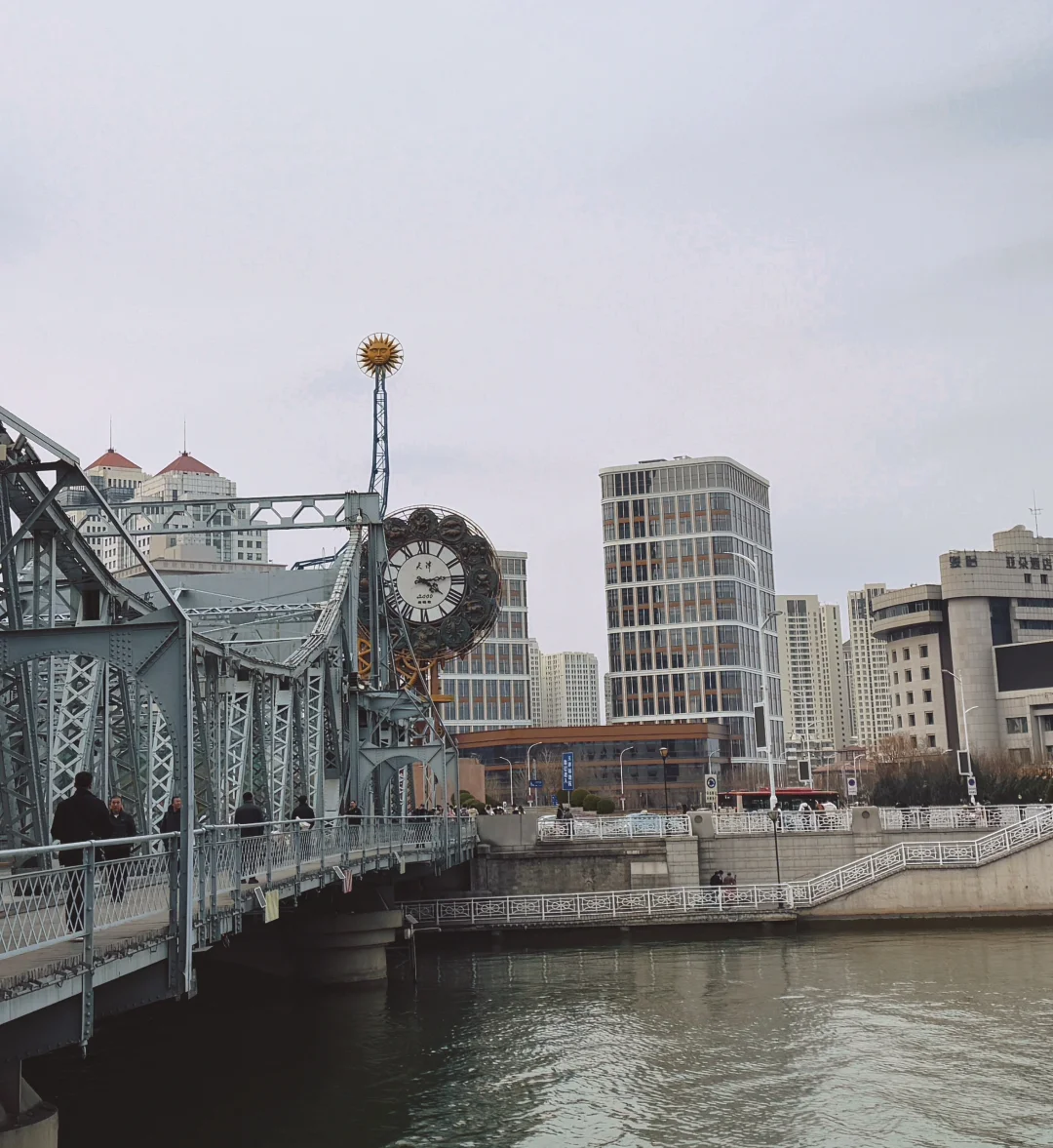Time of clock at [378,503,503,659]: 4:13
